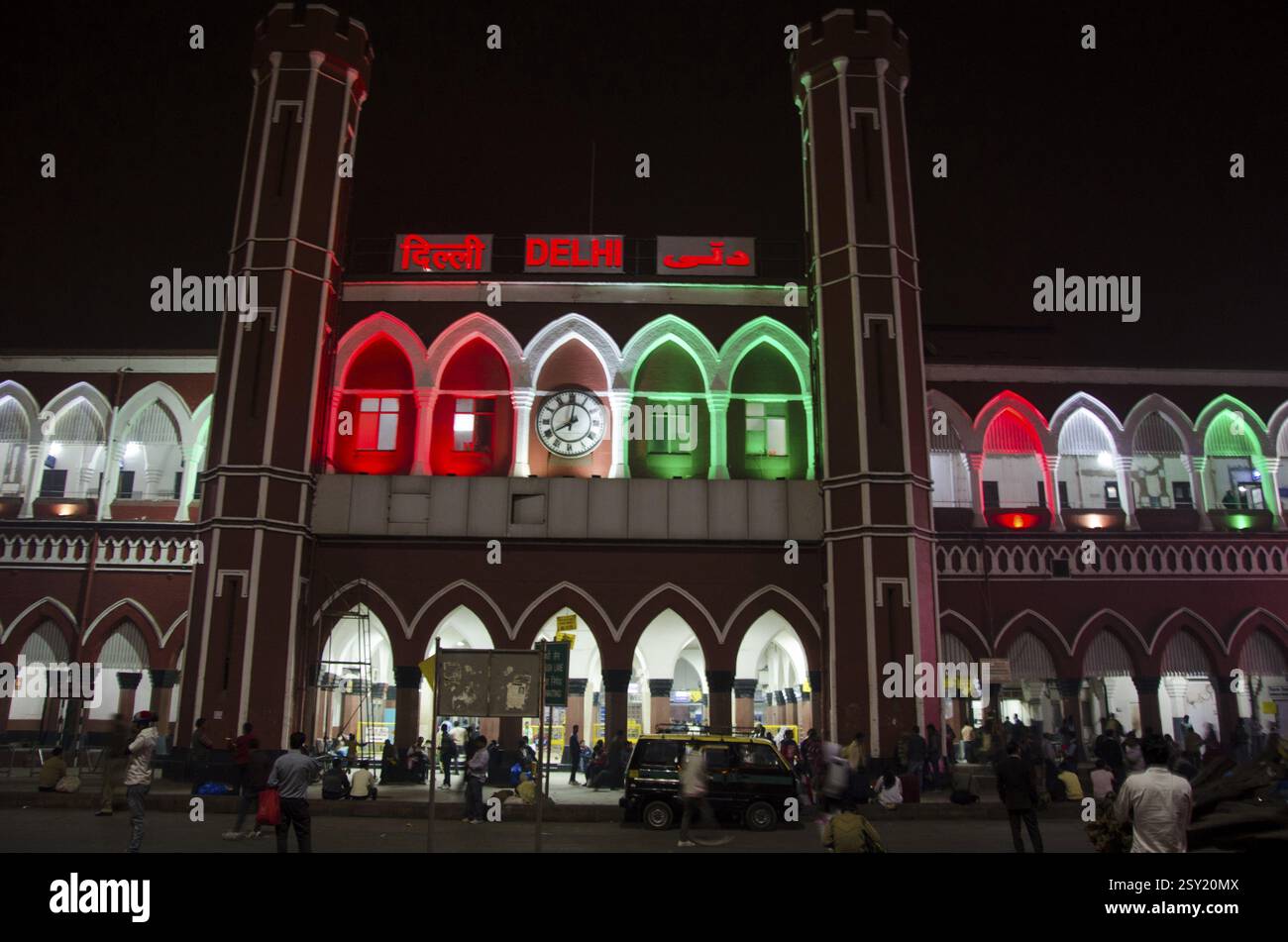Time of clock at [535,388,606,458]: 8:01
